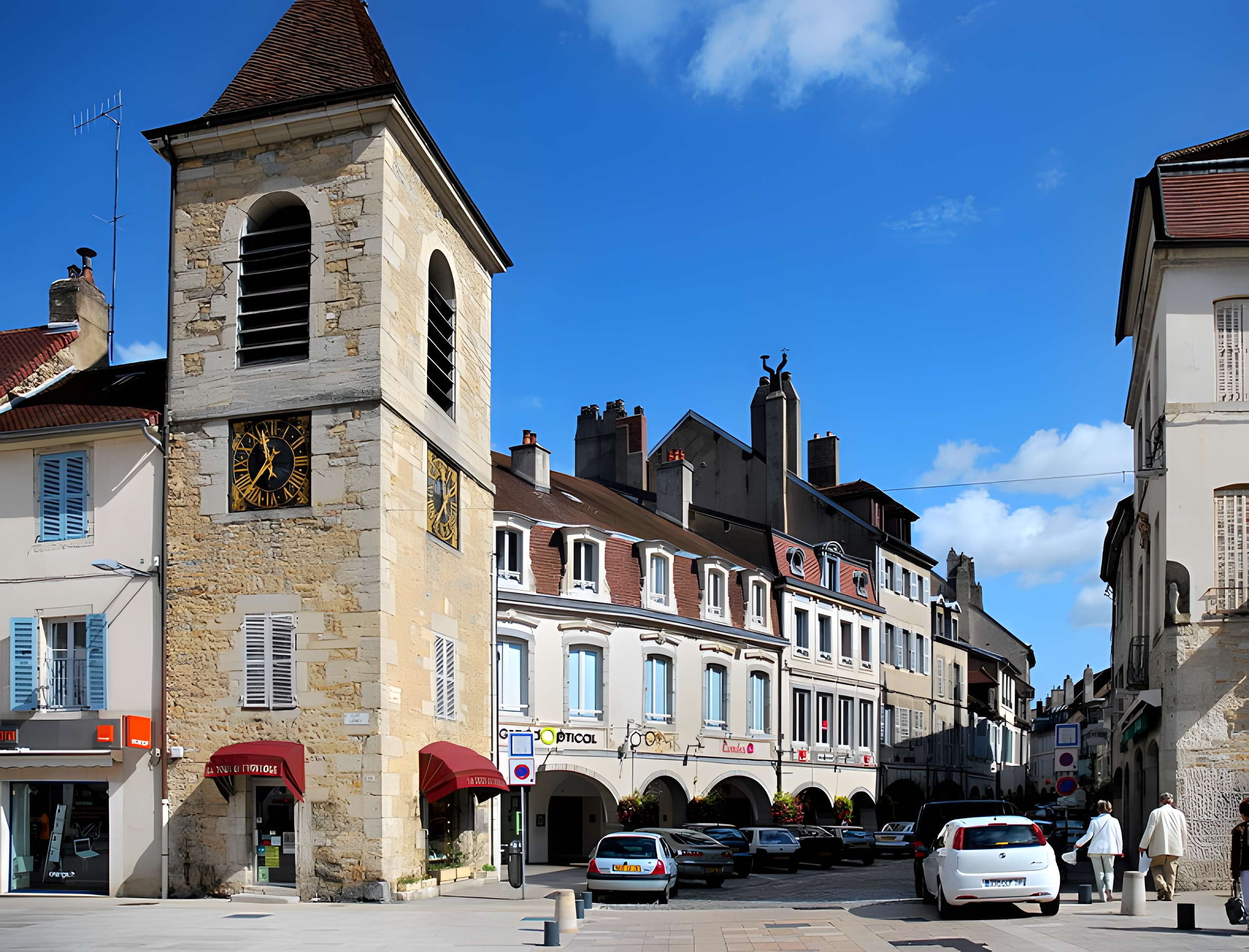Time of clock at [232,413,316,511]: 11:36
